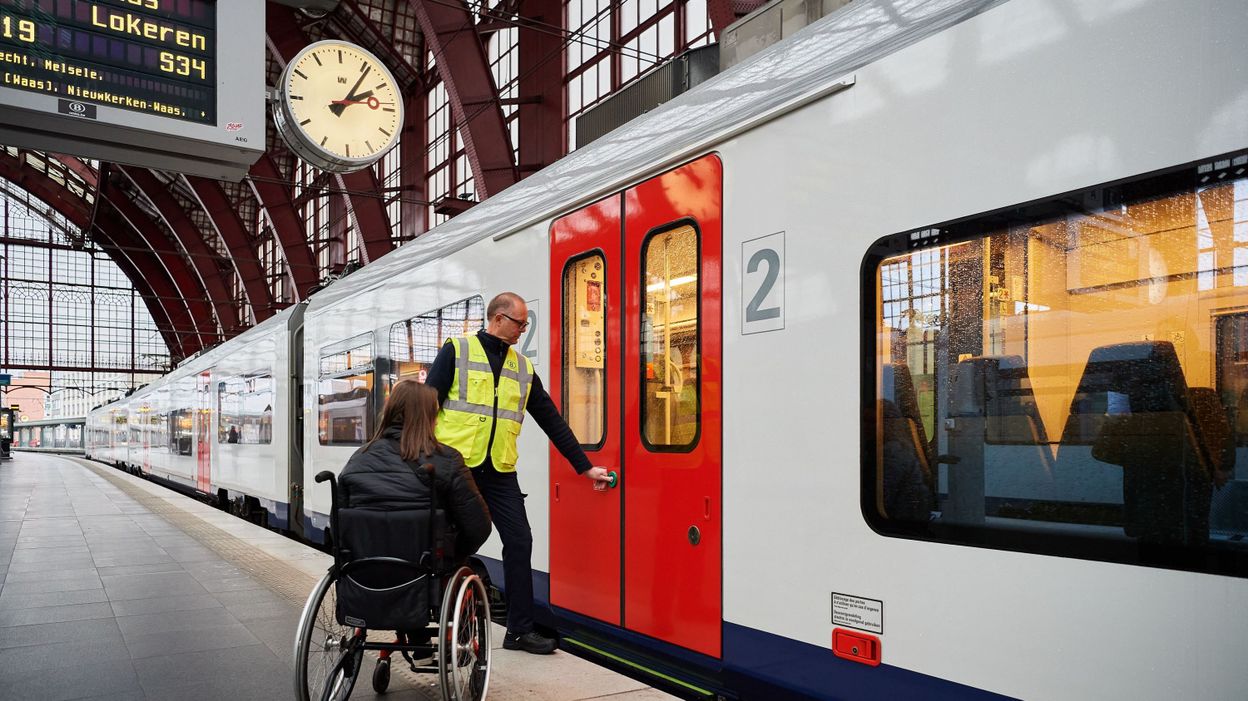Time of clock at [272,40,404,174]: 2:06
